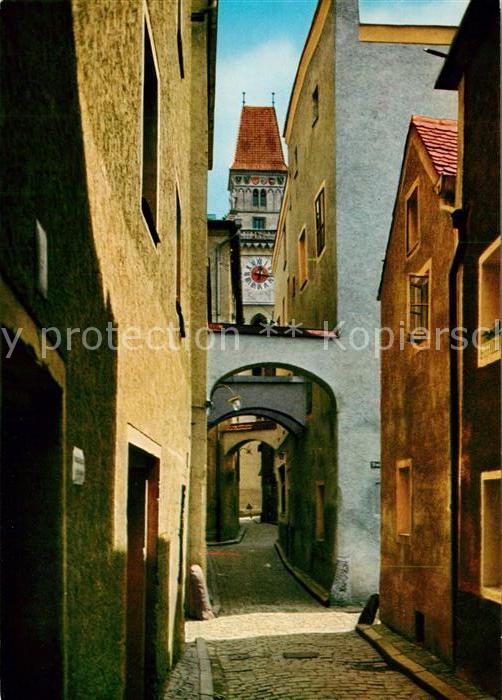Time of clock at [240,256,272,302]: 12:16
